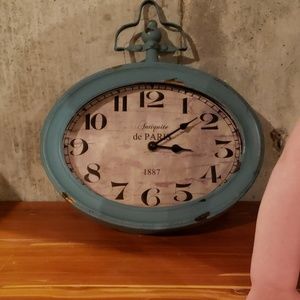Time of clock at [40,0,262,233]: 3:08
